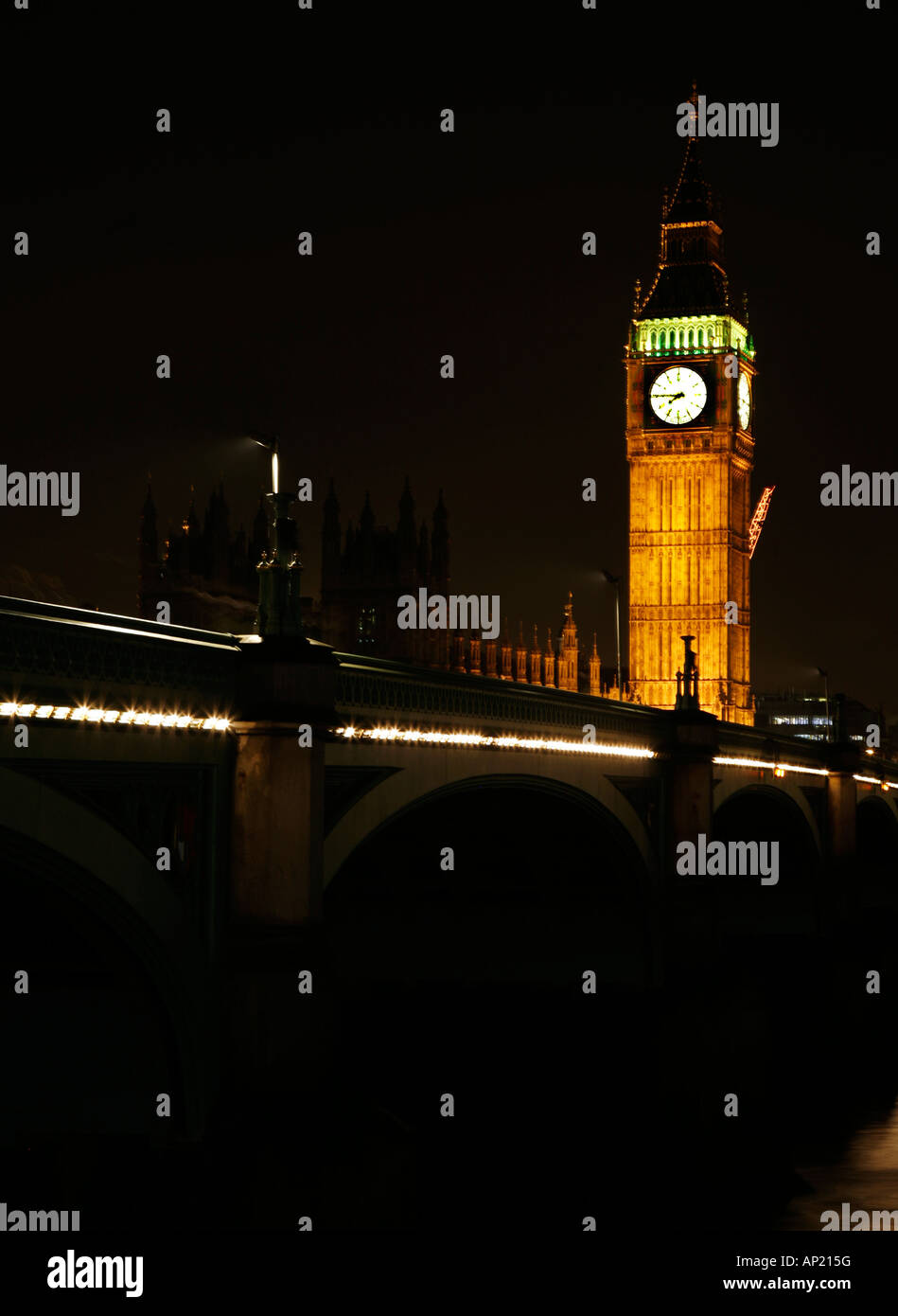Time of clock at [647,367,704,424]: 7:45
